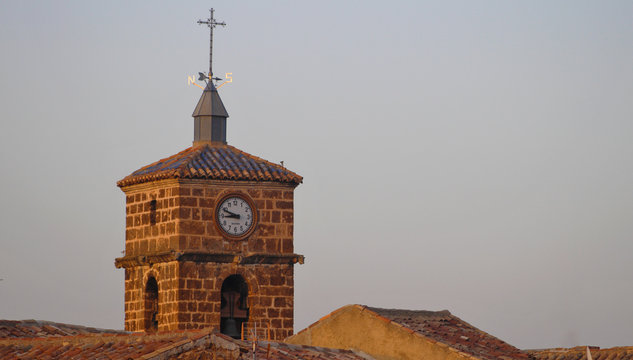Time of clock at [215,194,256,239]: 8:48
